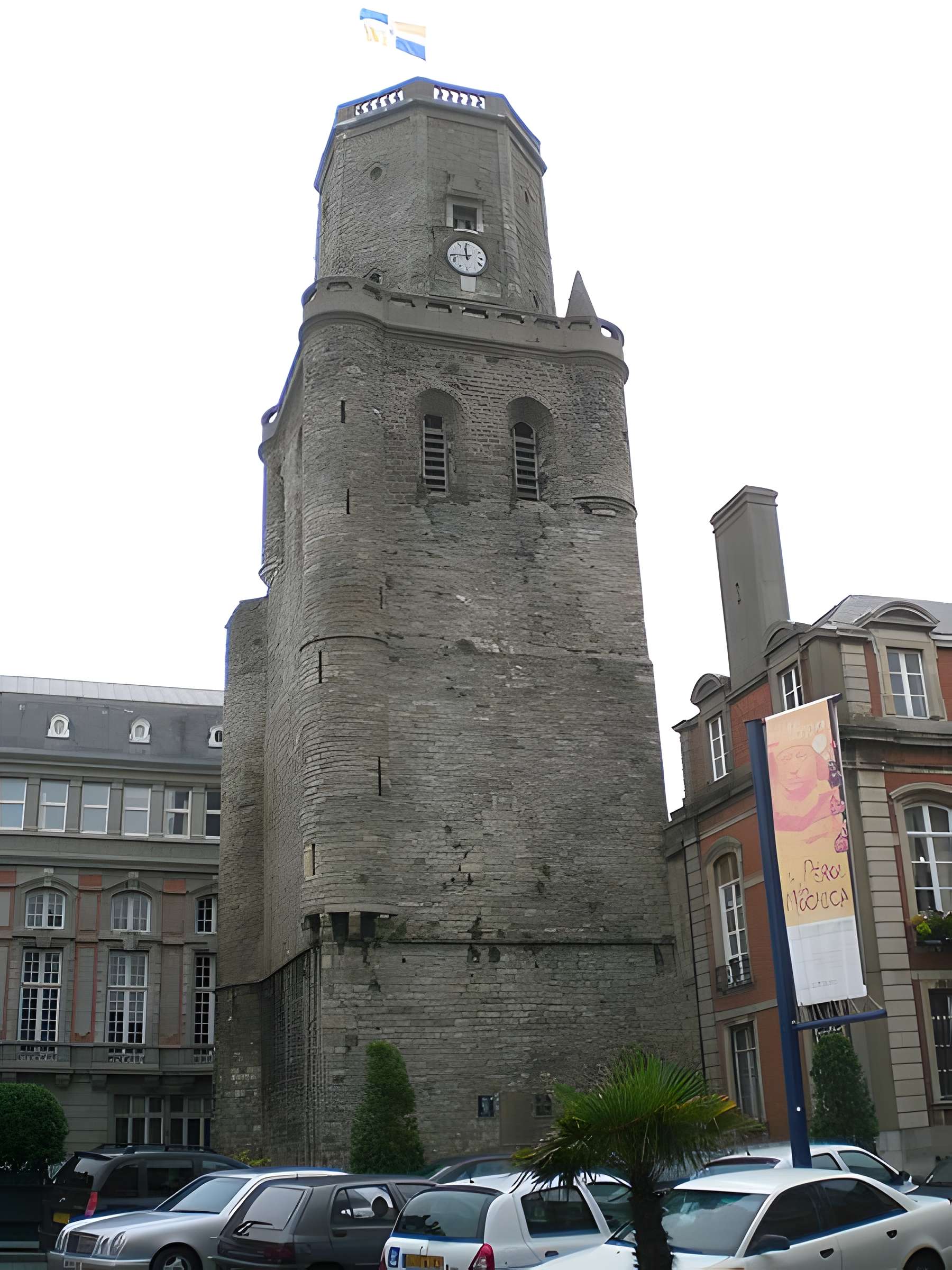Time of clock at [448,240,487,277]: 11:44
